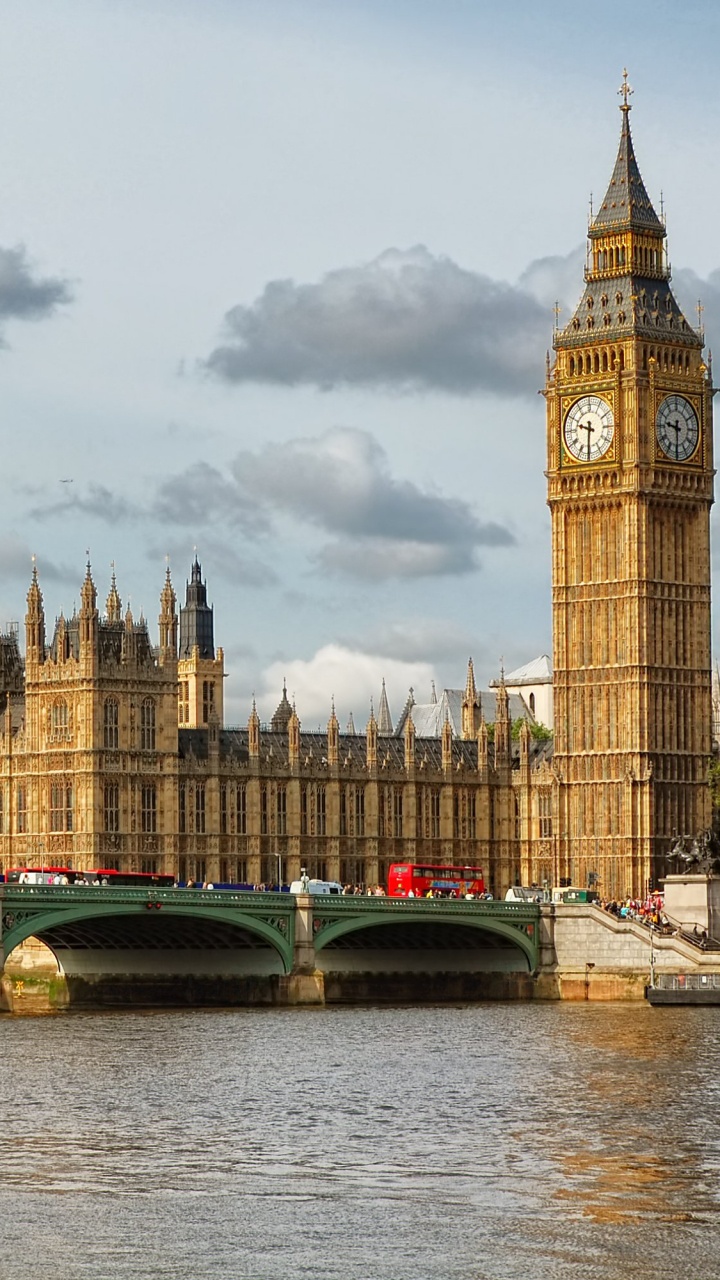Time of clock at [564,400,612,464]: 9:31
